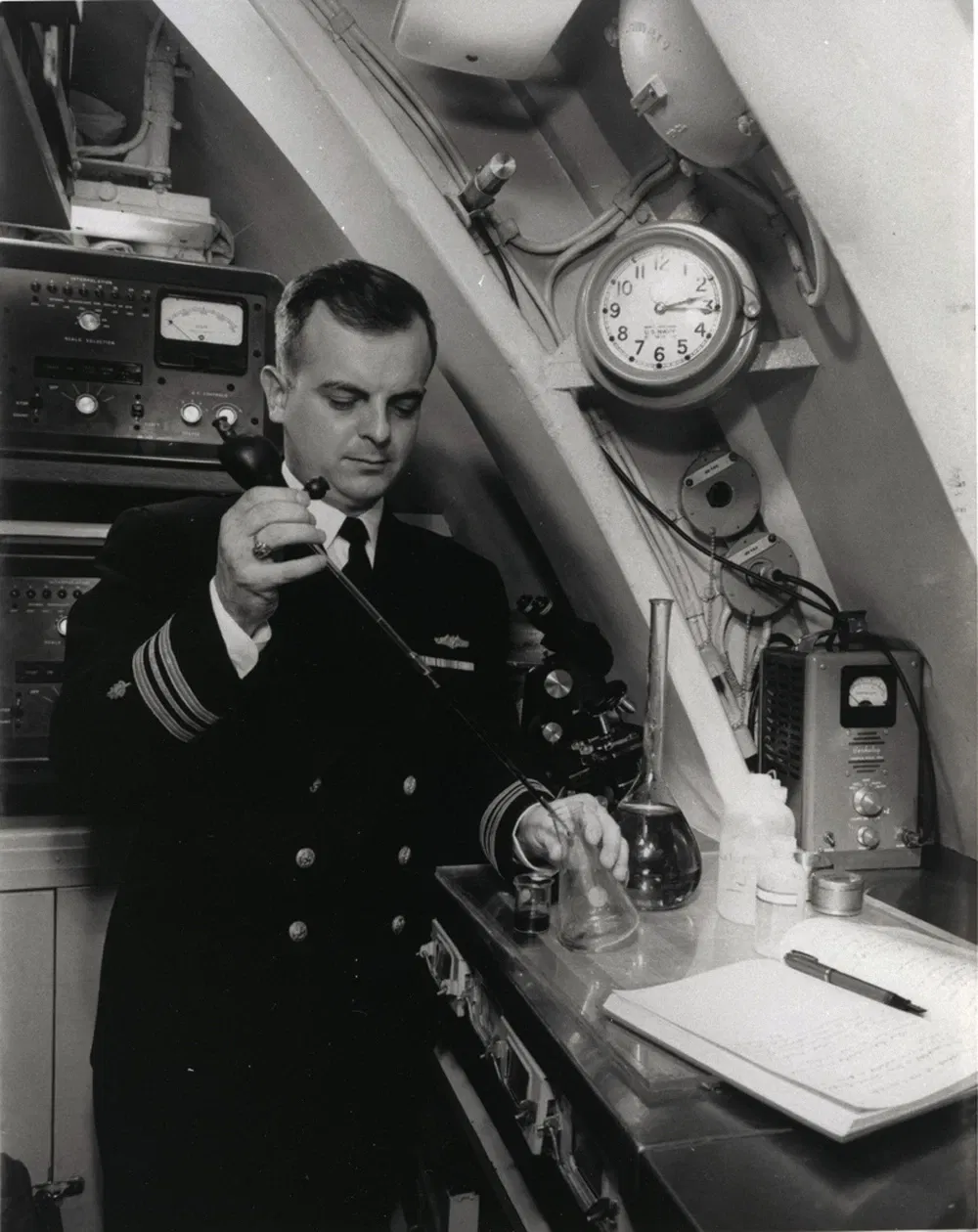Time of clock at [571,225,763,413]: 3:12
